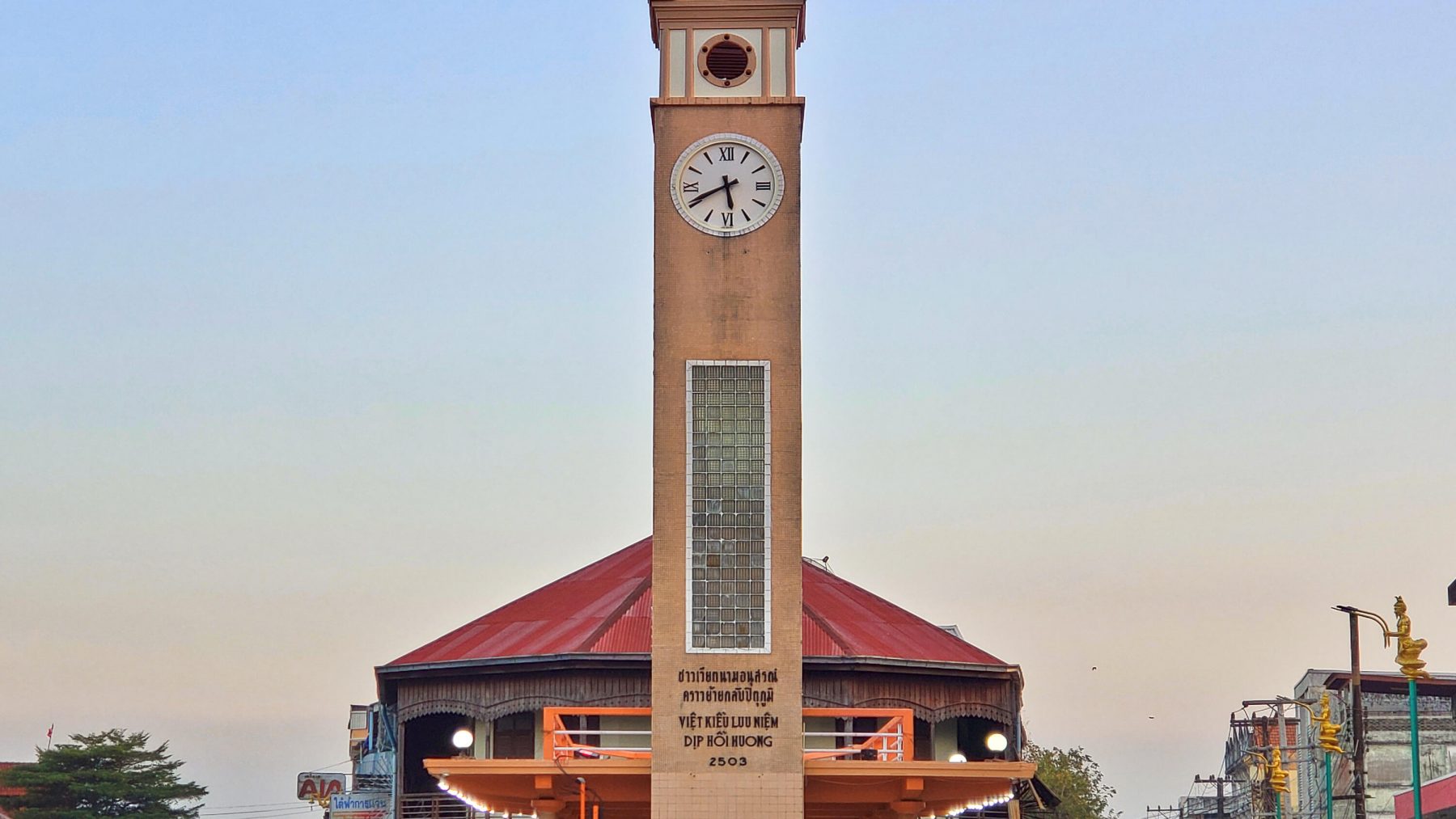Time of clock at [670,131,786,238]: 5:40
